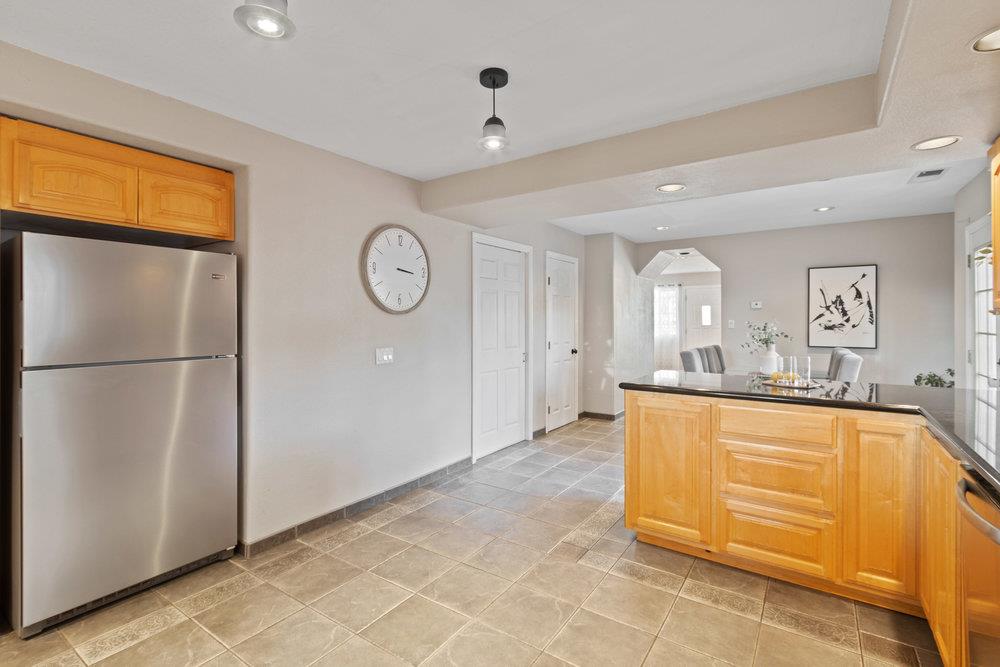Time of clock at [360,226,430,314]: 3:16
